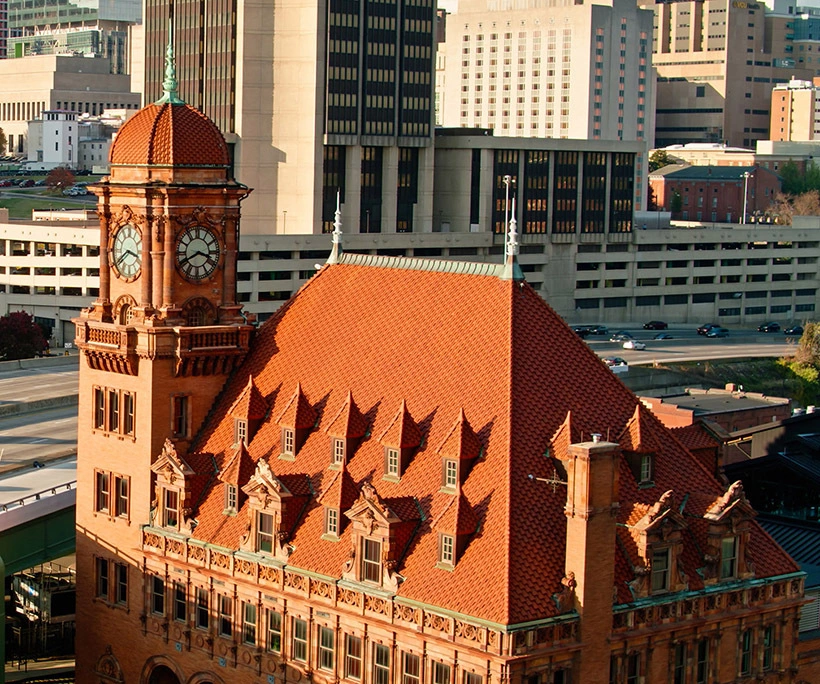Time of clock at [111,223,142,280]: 3:40
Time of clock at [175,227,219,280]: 3:40
